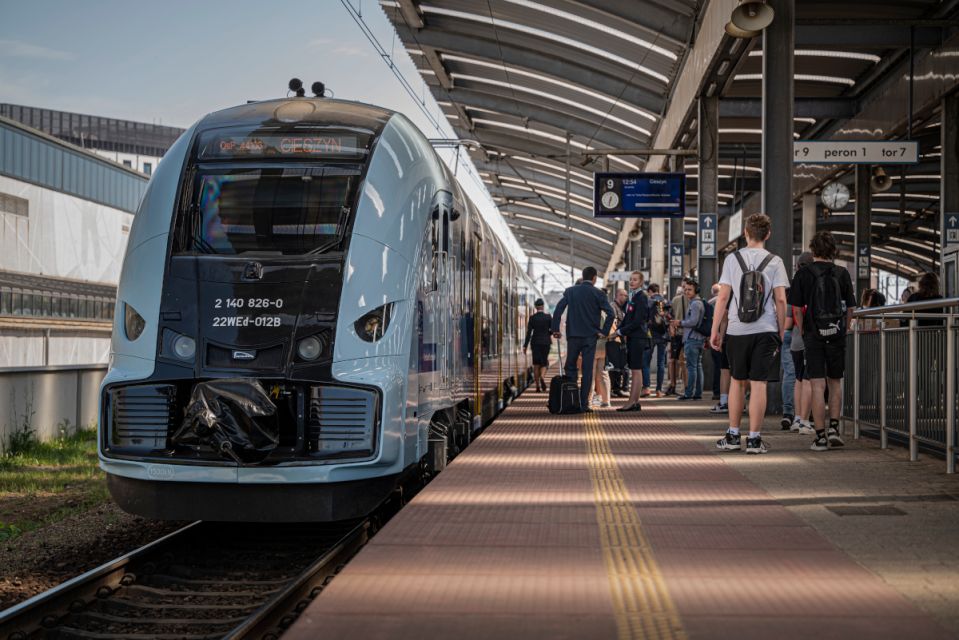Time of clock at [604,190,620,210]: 12:32
